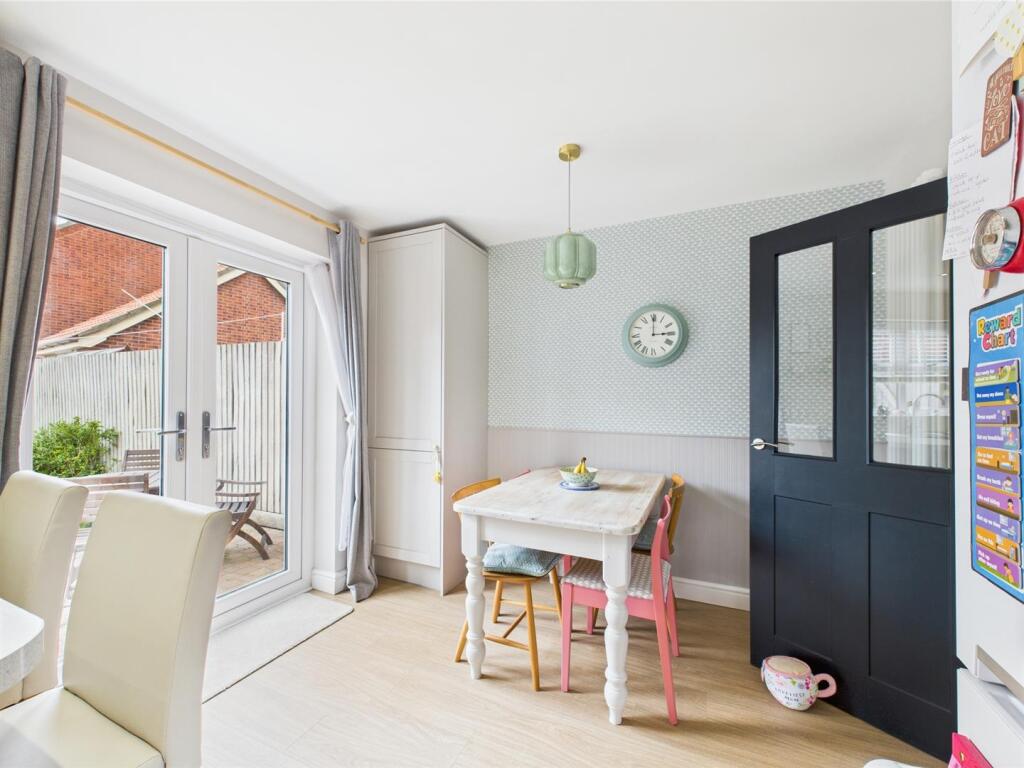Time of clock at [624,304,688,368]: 2:59
